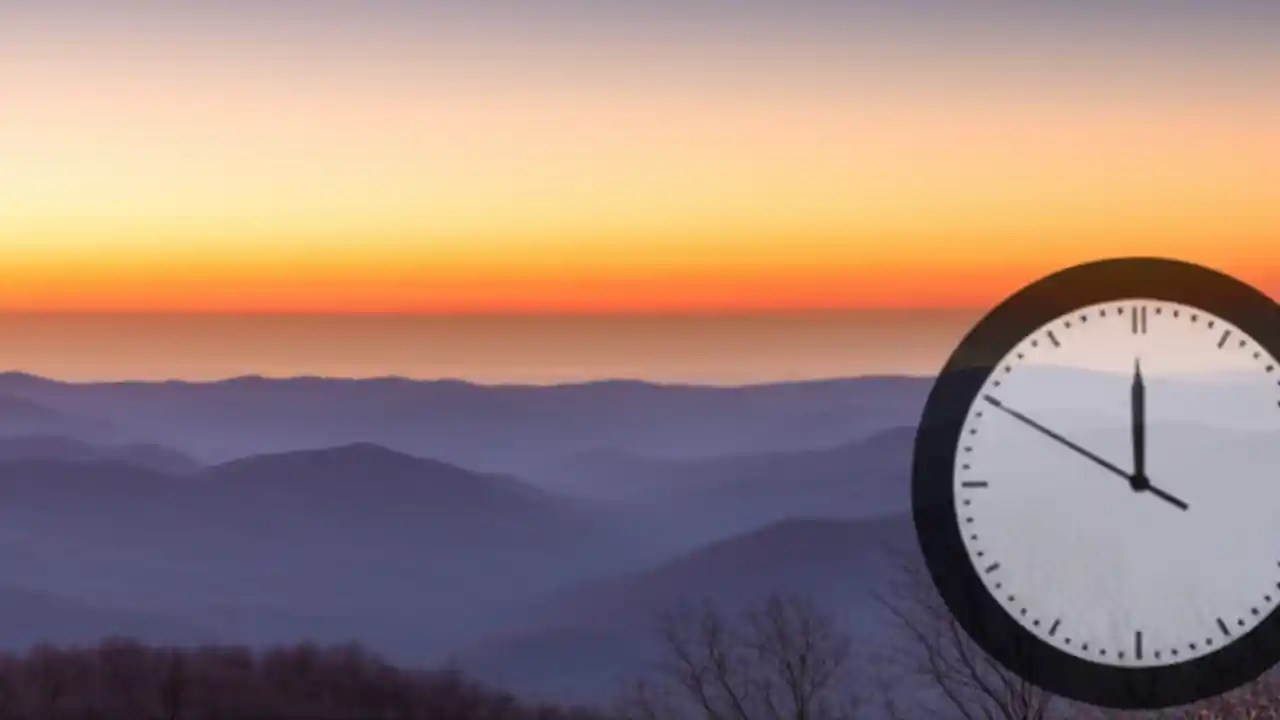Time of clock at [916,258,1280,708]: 11:49
